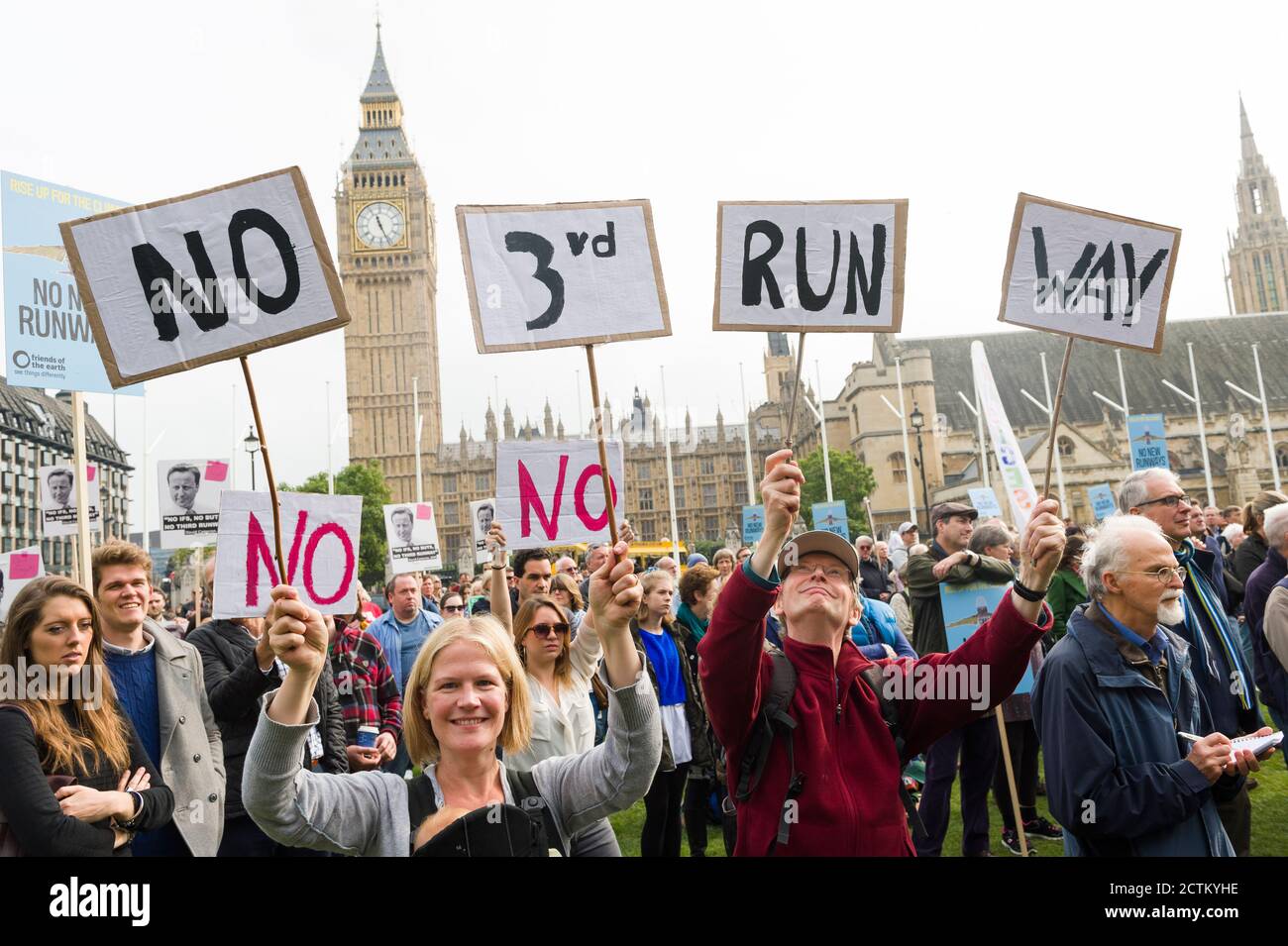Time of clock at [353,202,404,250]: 11:26
